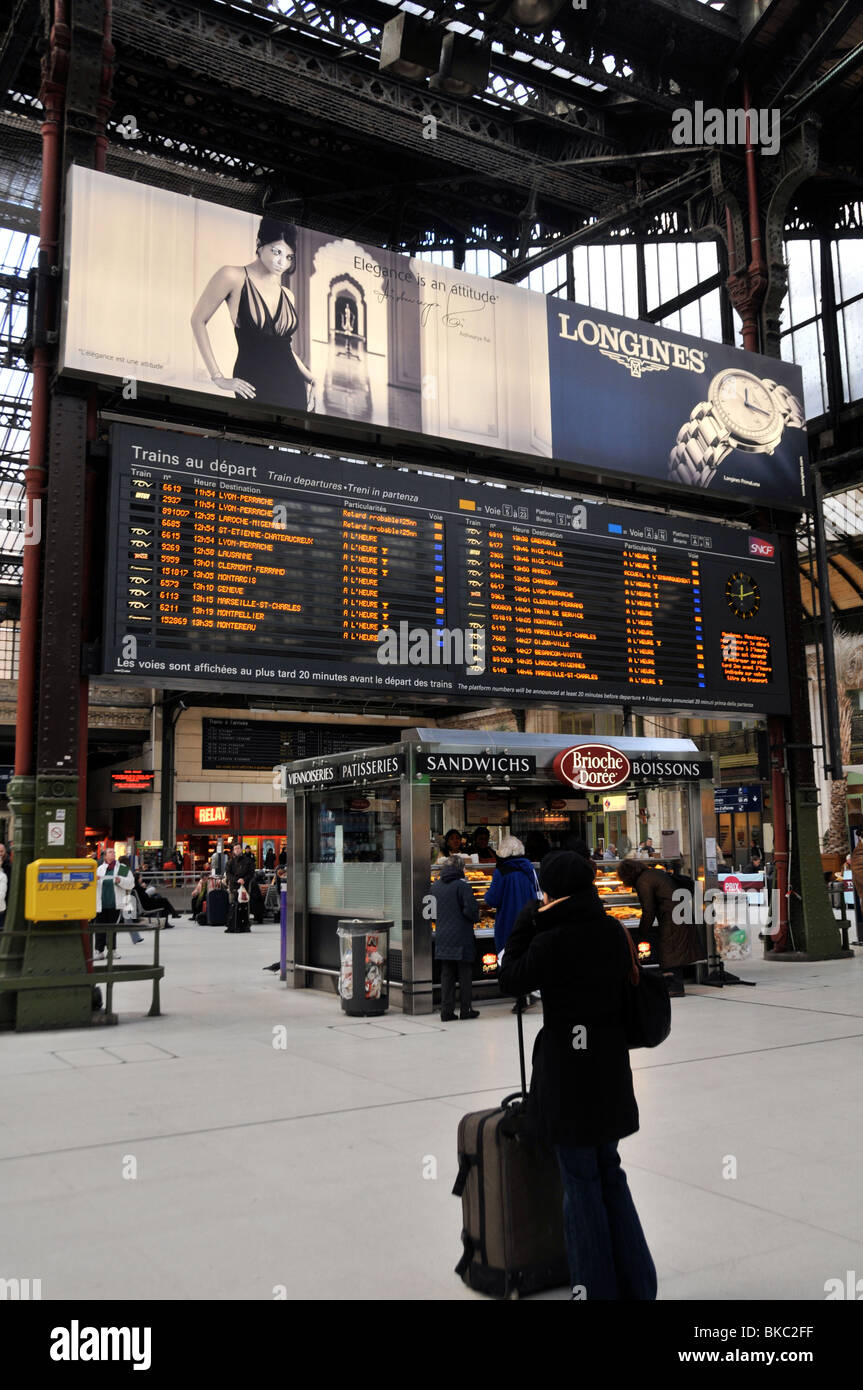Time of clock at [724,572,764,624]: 12:12
